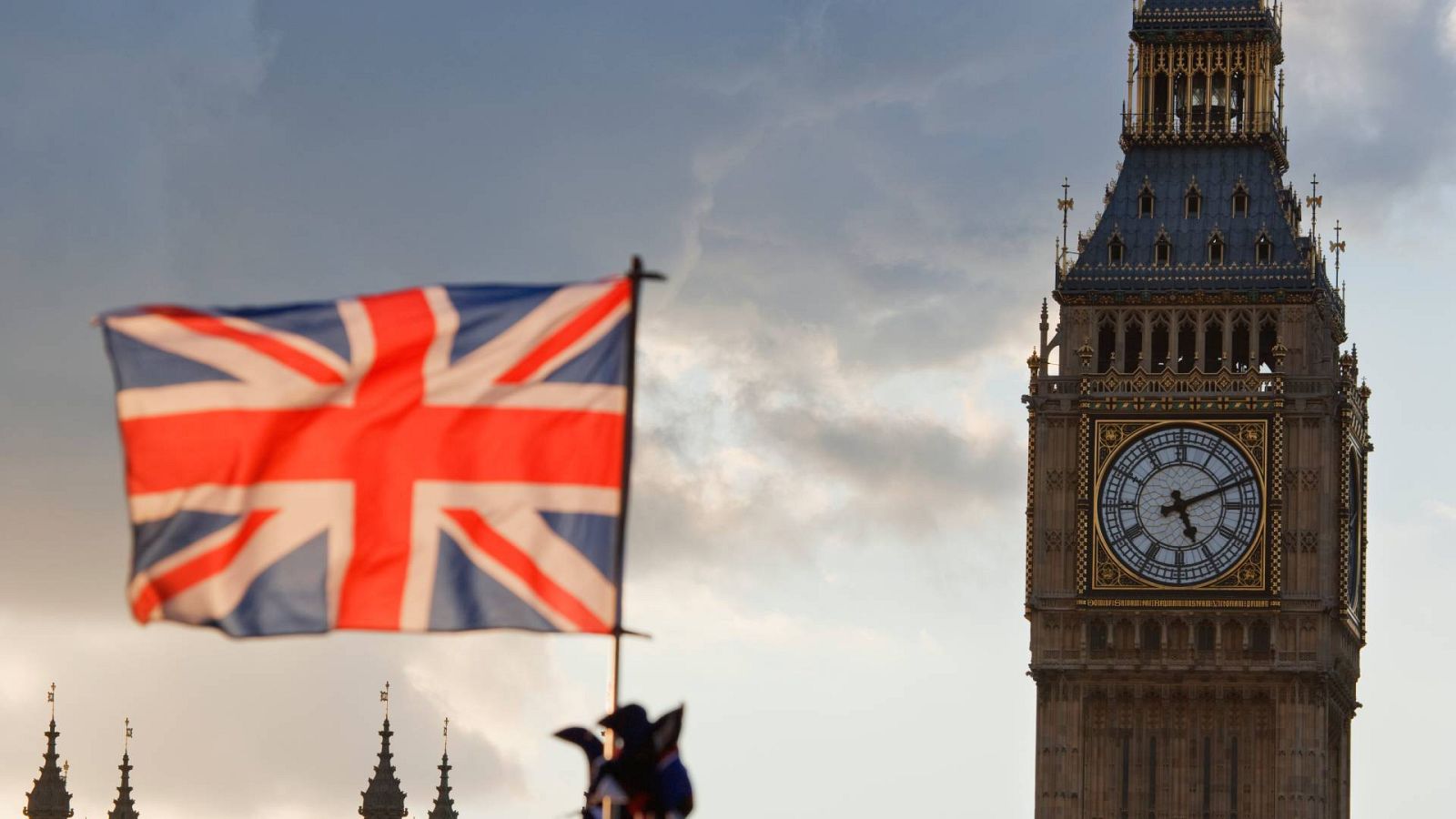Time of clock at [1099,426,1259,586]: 5:11
